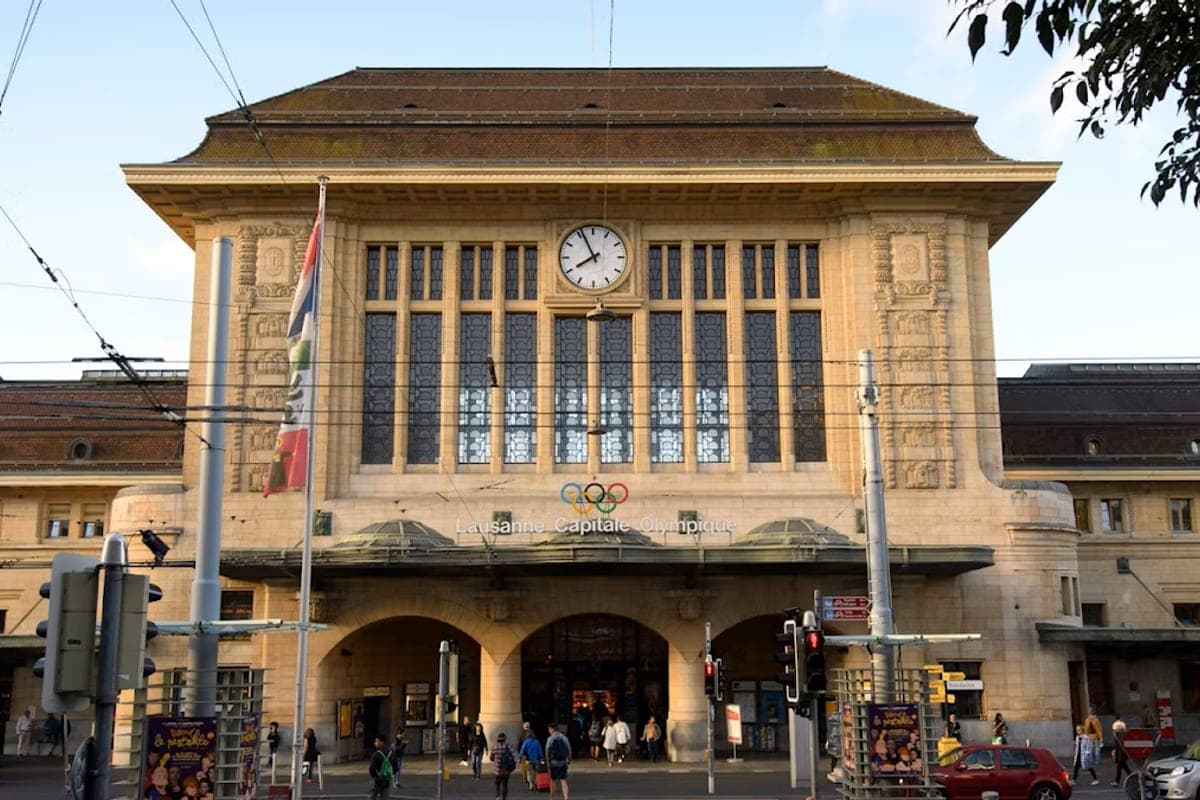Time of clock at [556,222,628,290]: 7:55
